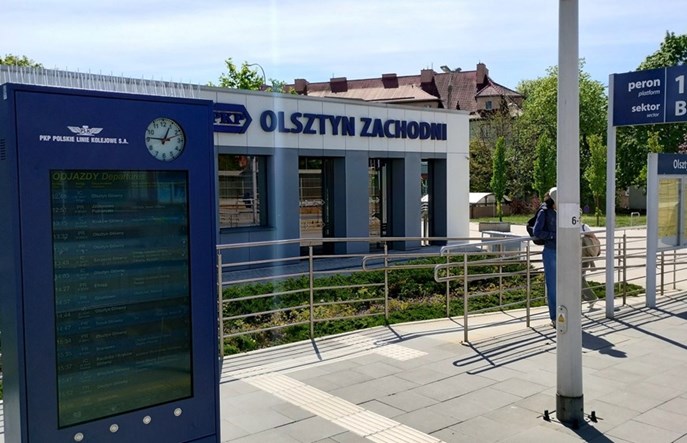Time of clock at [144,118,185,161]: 12:46
